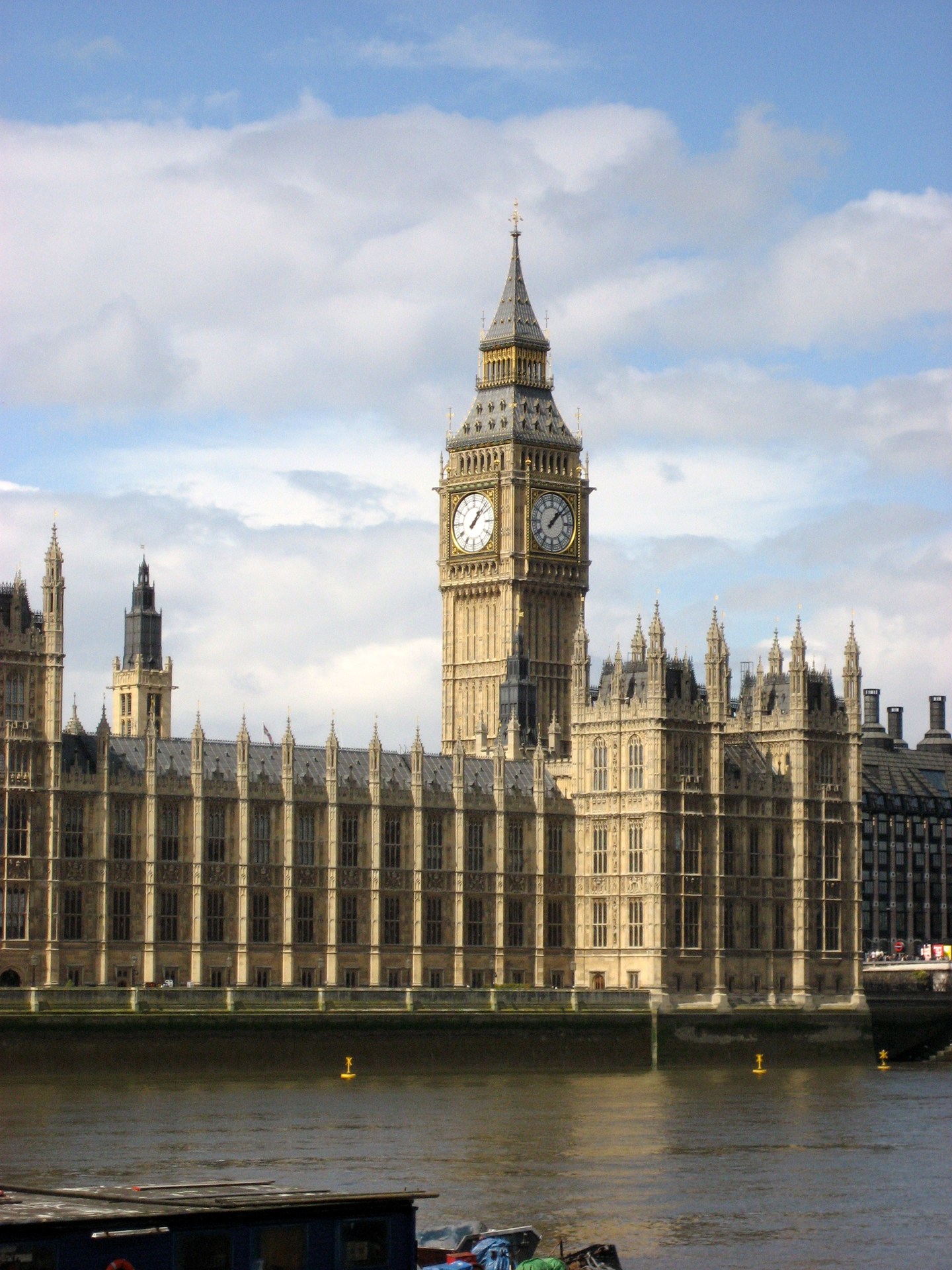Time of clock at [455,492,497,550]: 1:07
